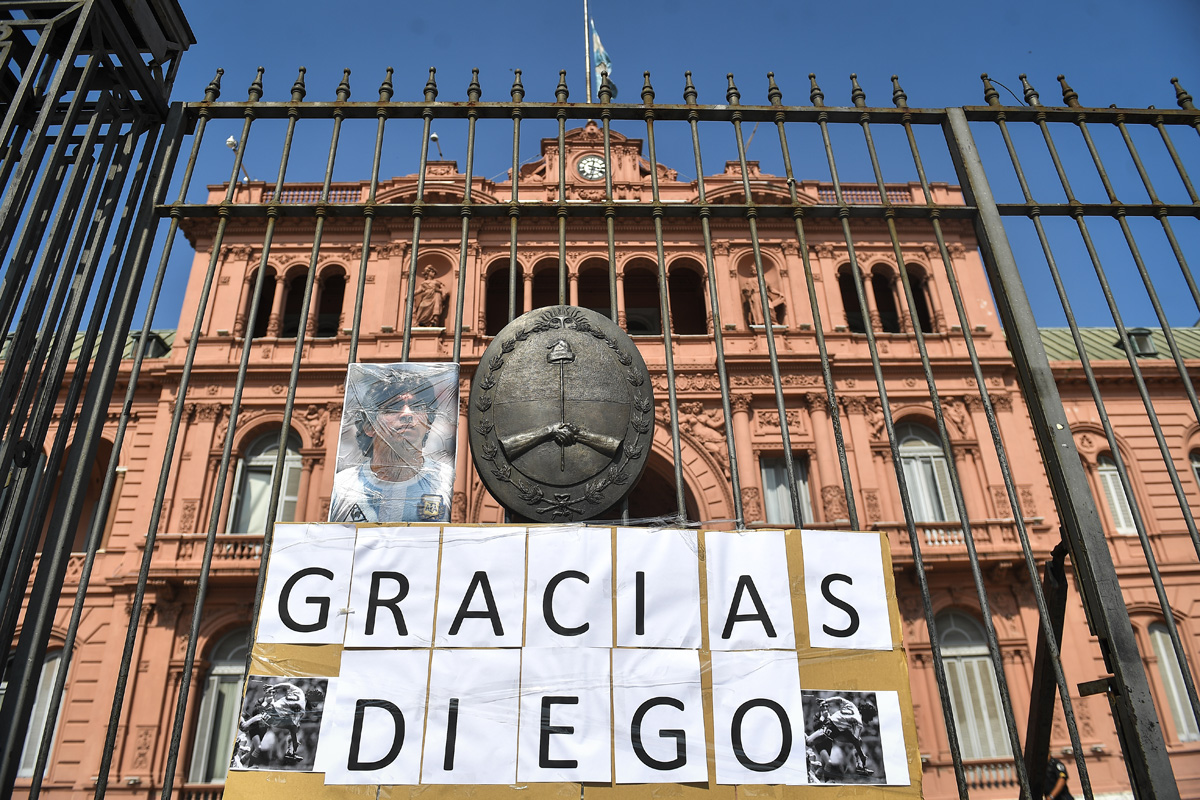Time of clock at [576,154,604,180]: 3:32
